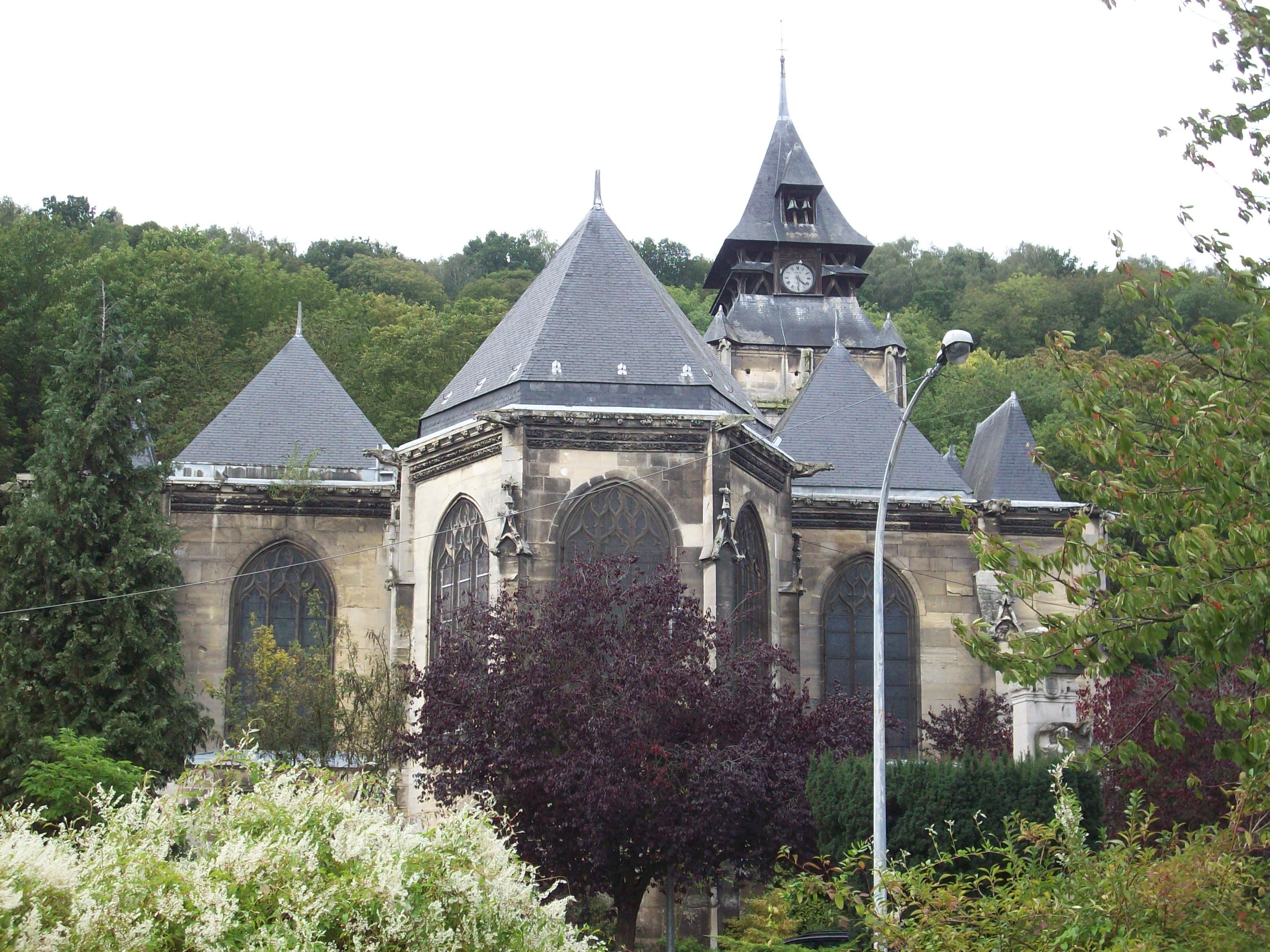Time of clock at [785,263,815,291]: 4:29
